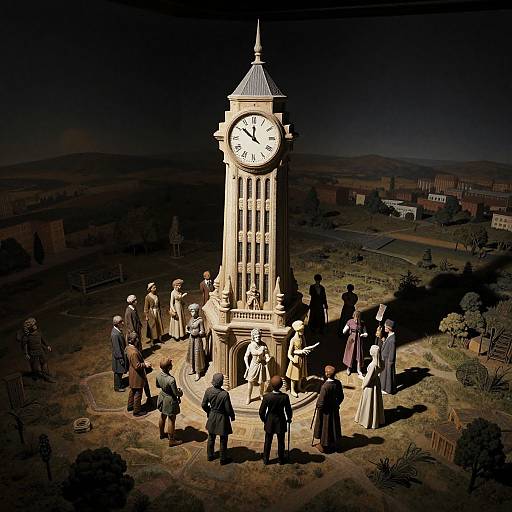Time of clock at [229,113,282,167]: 11:51
